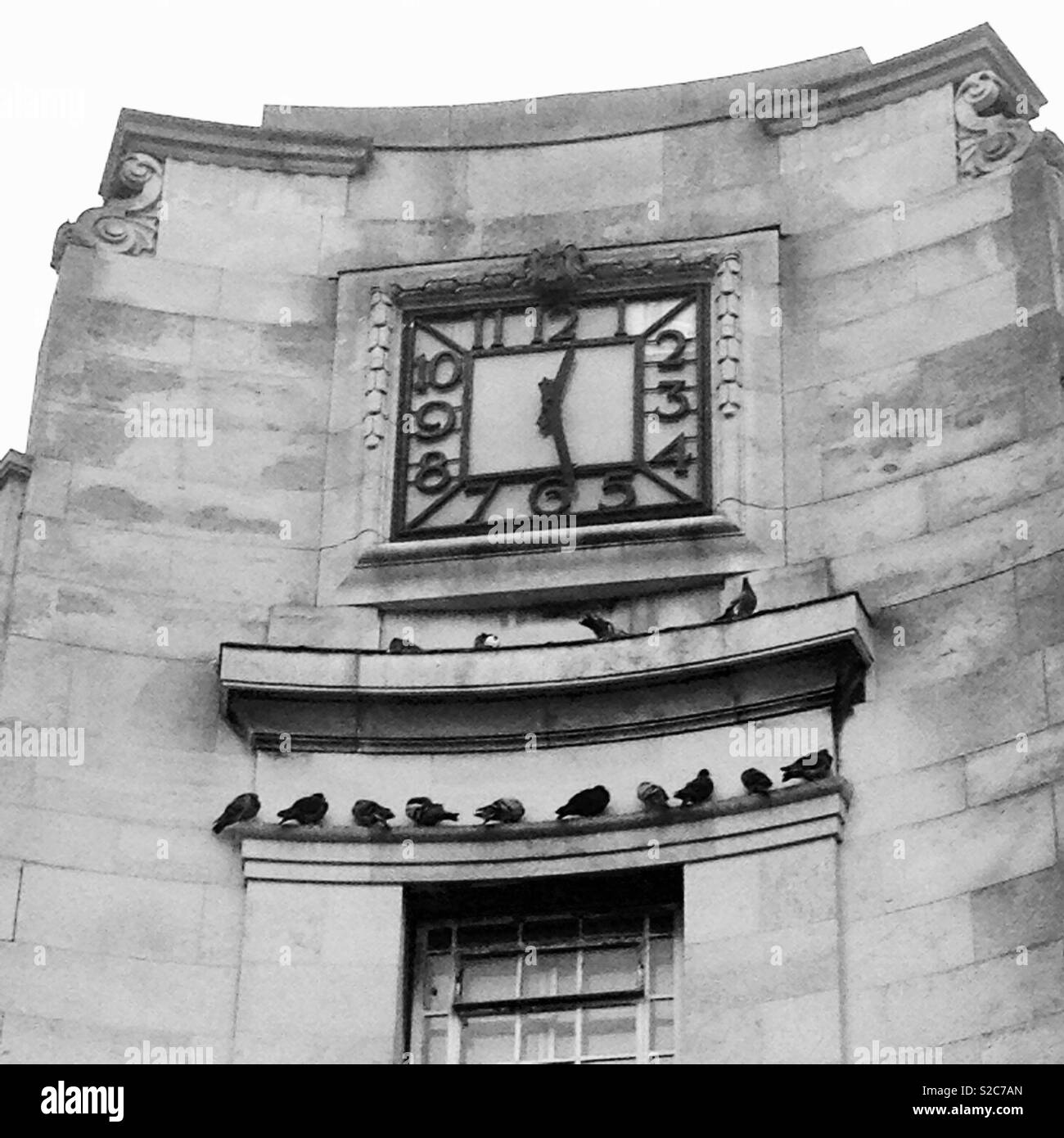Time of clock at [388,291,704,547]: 12:27
